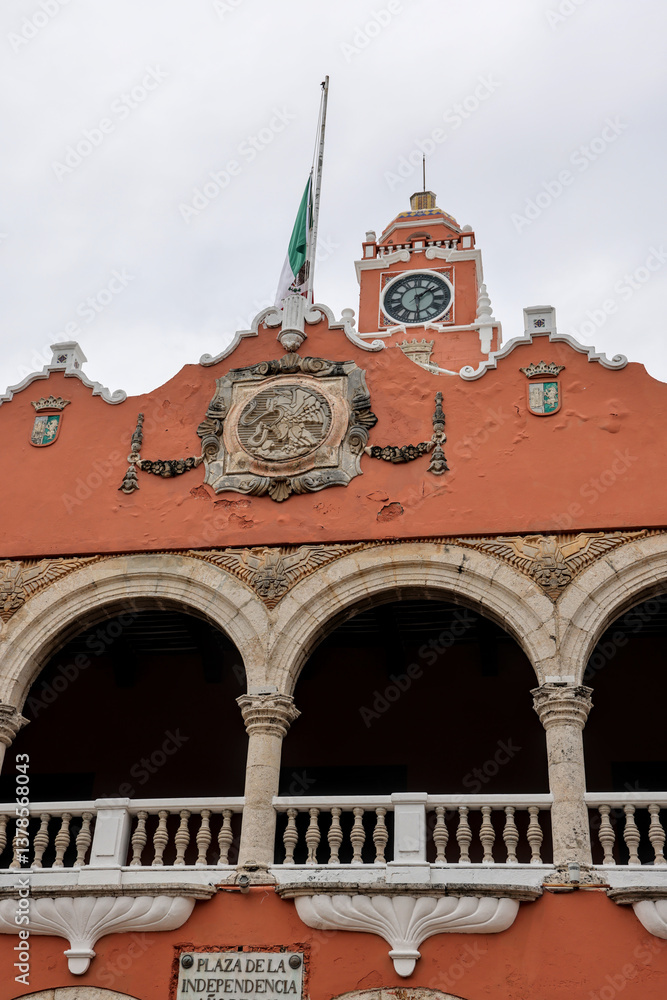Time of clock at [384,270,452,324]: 1:29
